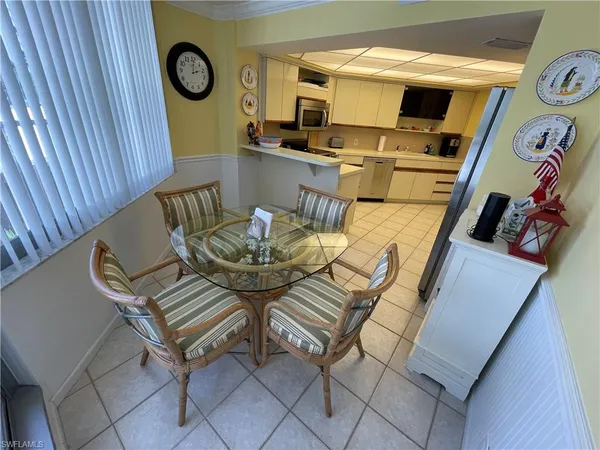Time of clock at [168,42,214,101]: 2:00
